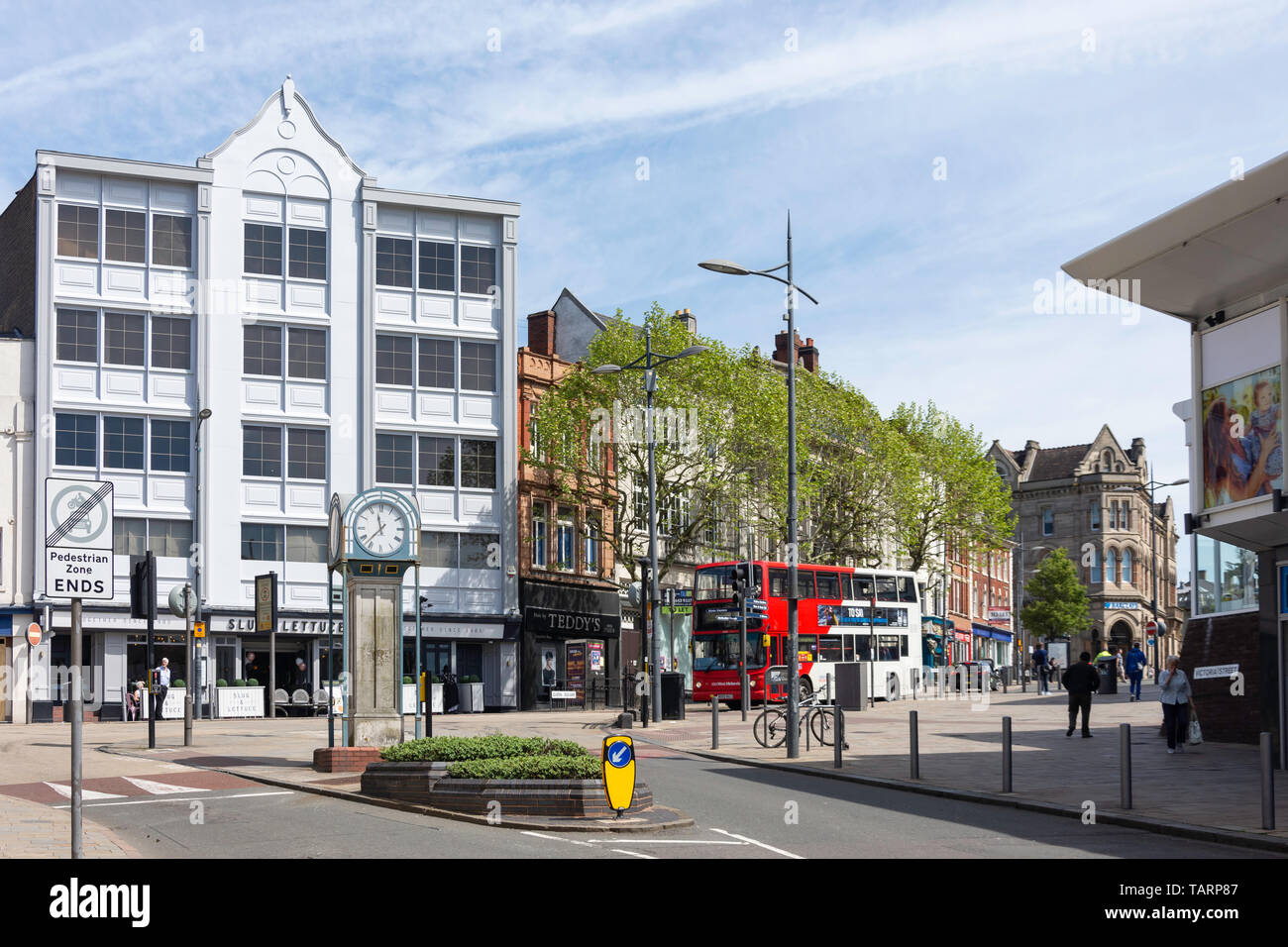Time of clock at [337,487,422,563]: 11:37
